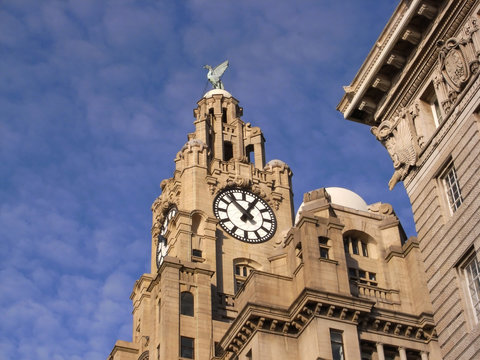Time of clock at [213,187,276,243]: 12:52
